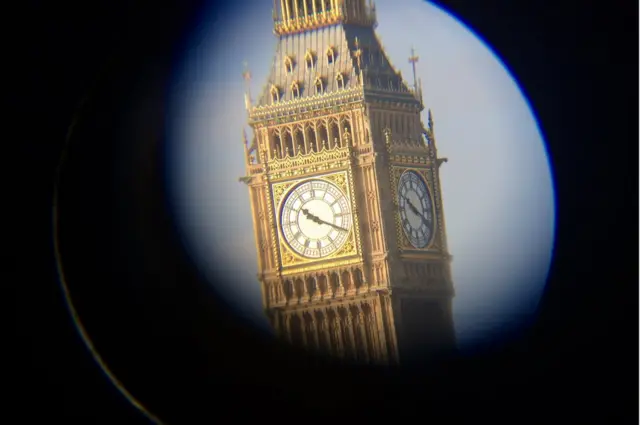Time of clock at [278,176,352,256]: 10:19
